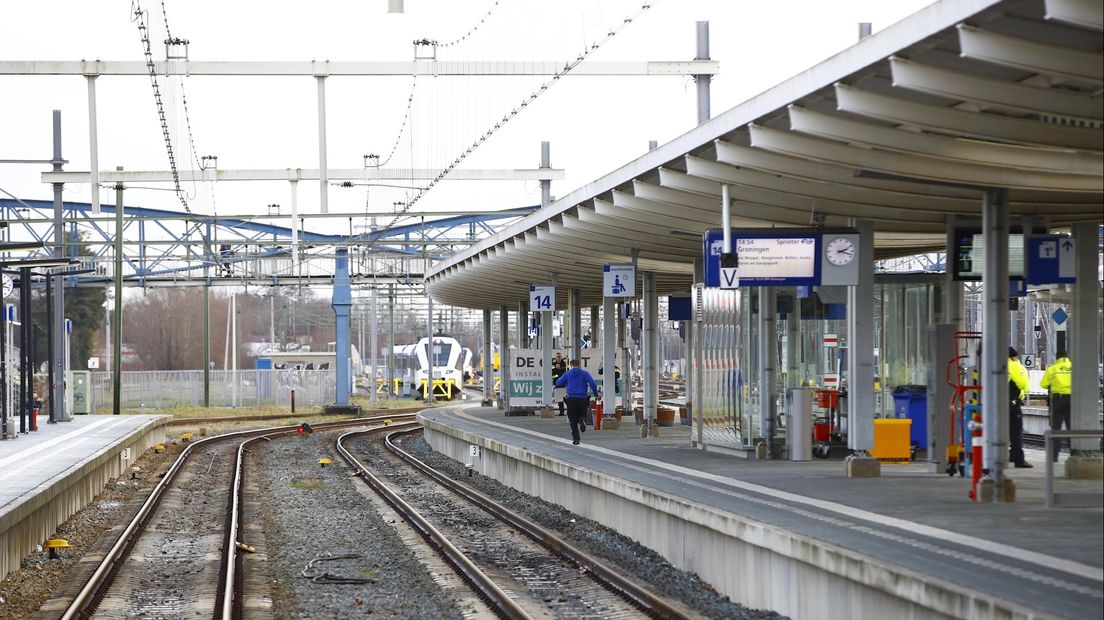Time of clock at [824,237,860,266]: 2:18
